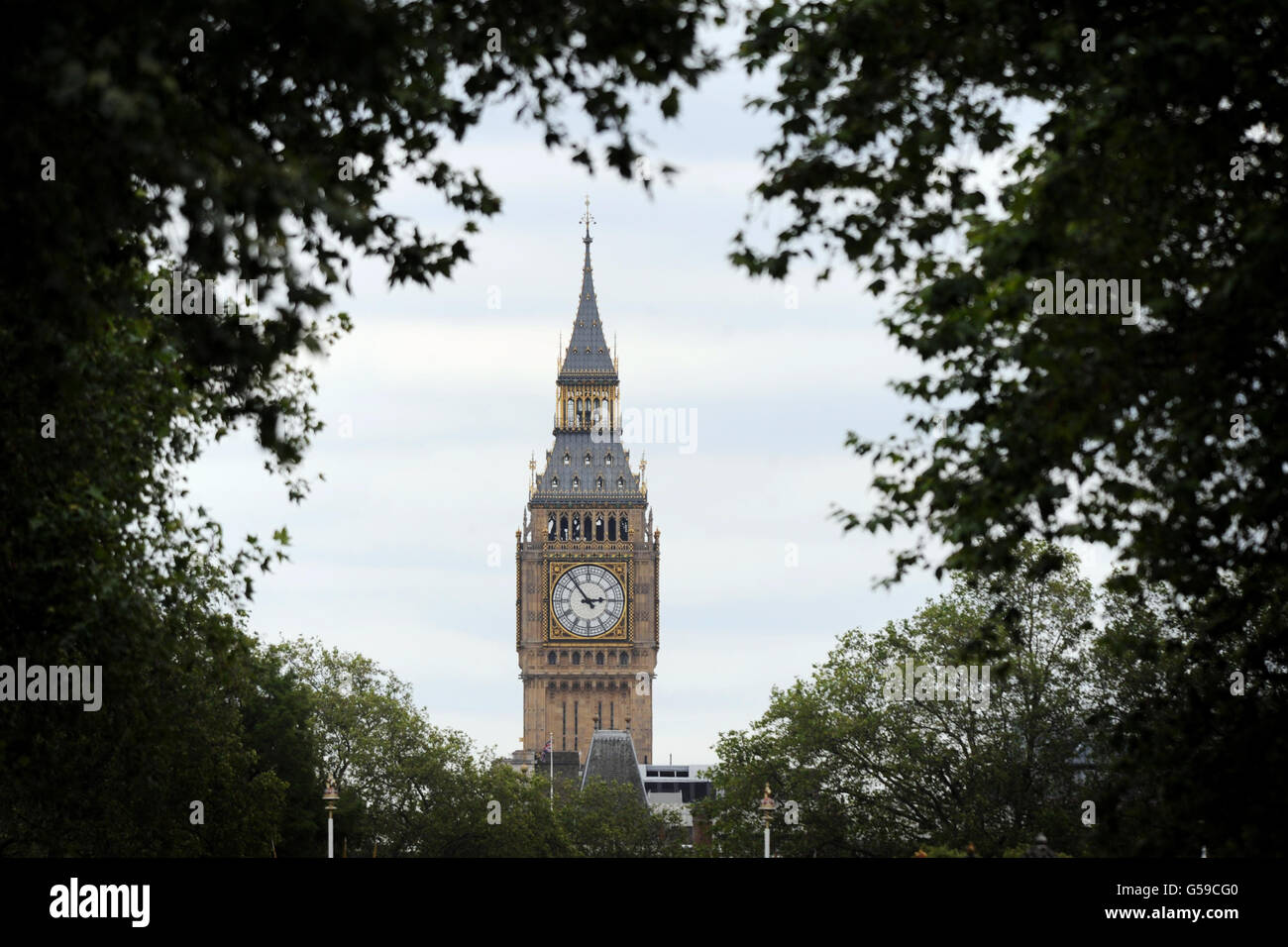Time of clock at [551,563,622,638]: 2:53
